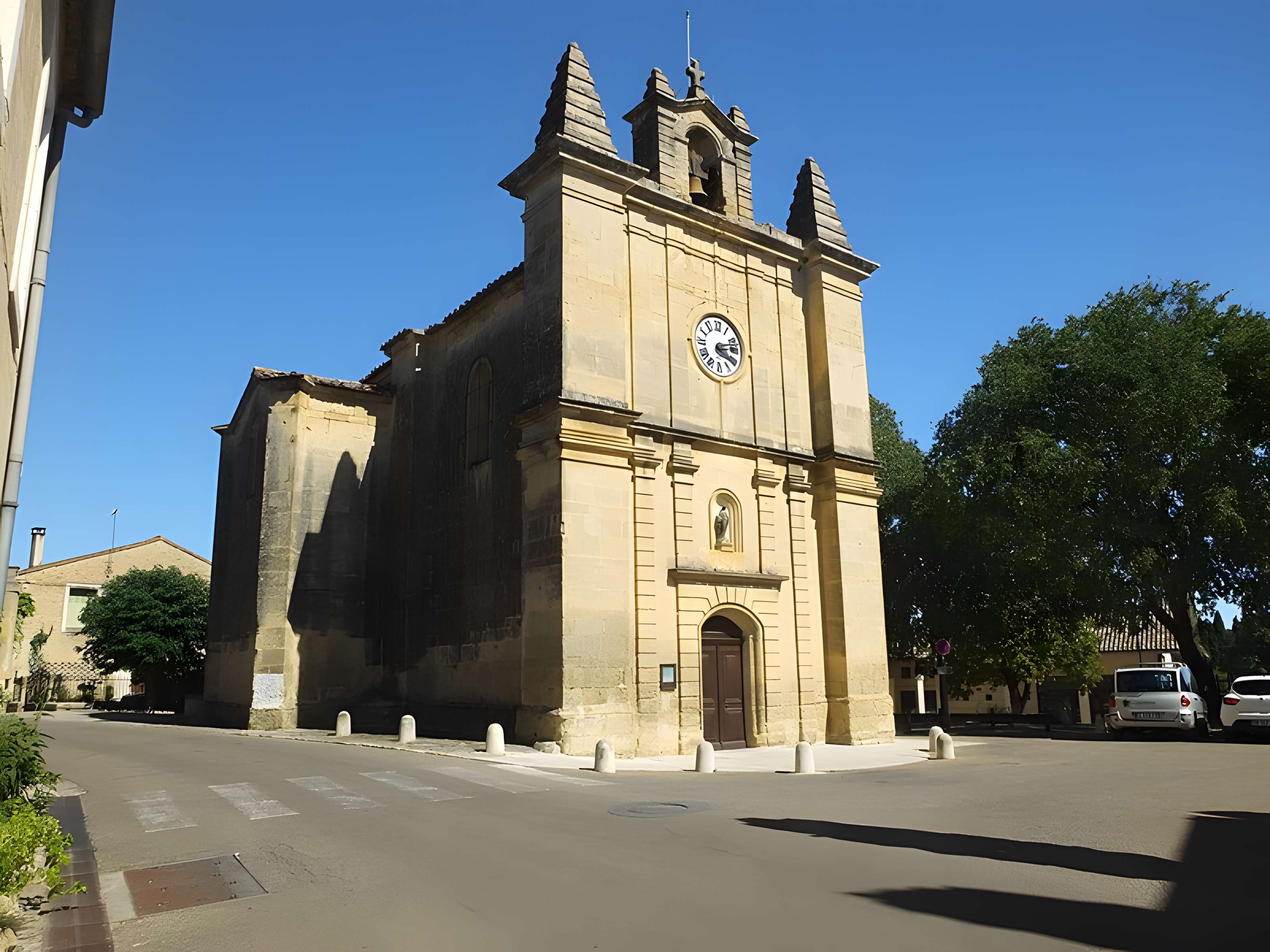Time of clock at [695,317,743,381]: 4:12
